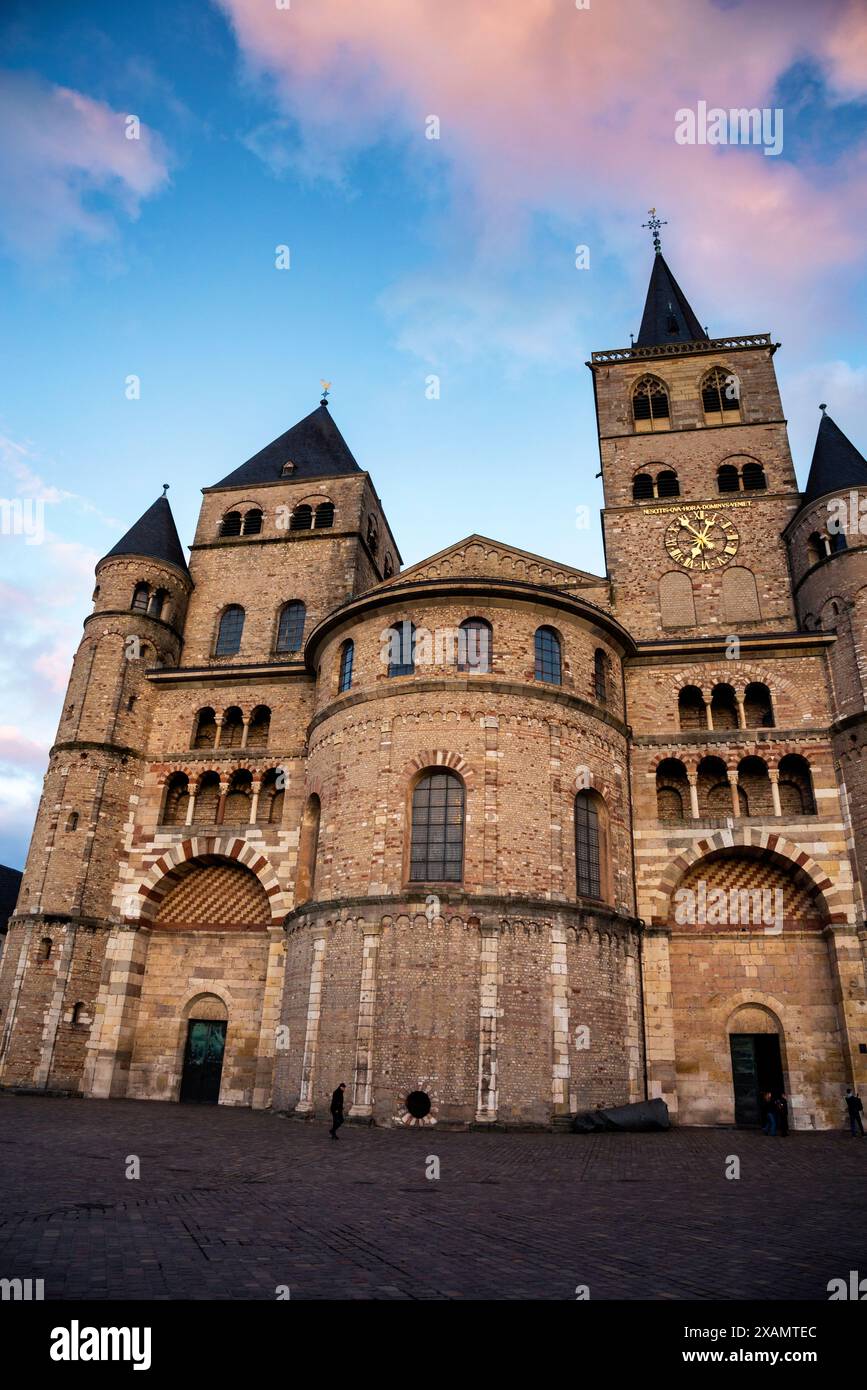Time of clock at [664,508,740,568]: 12:52
